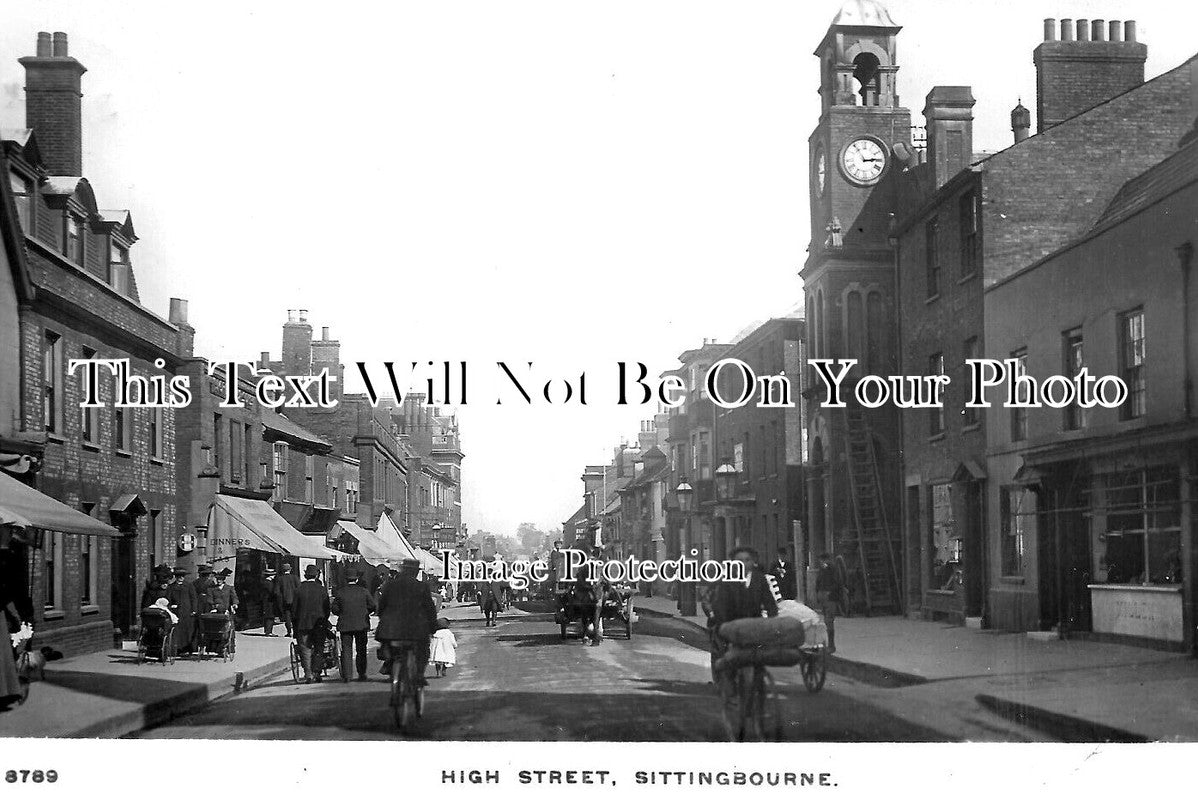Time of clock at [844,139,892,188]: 2:54
